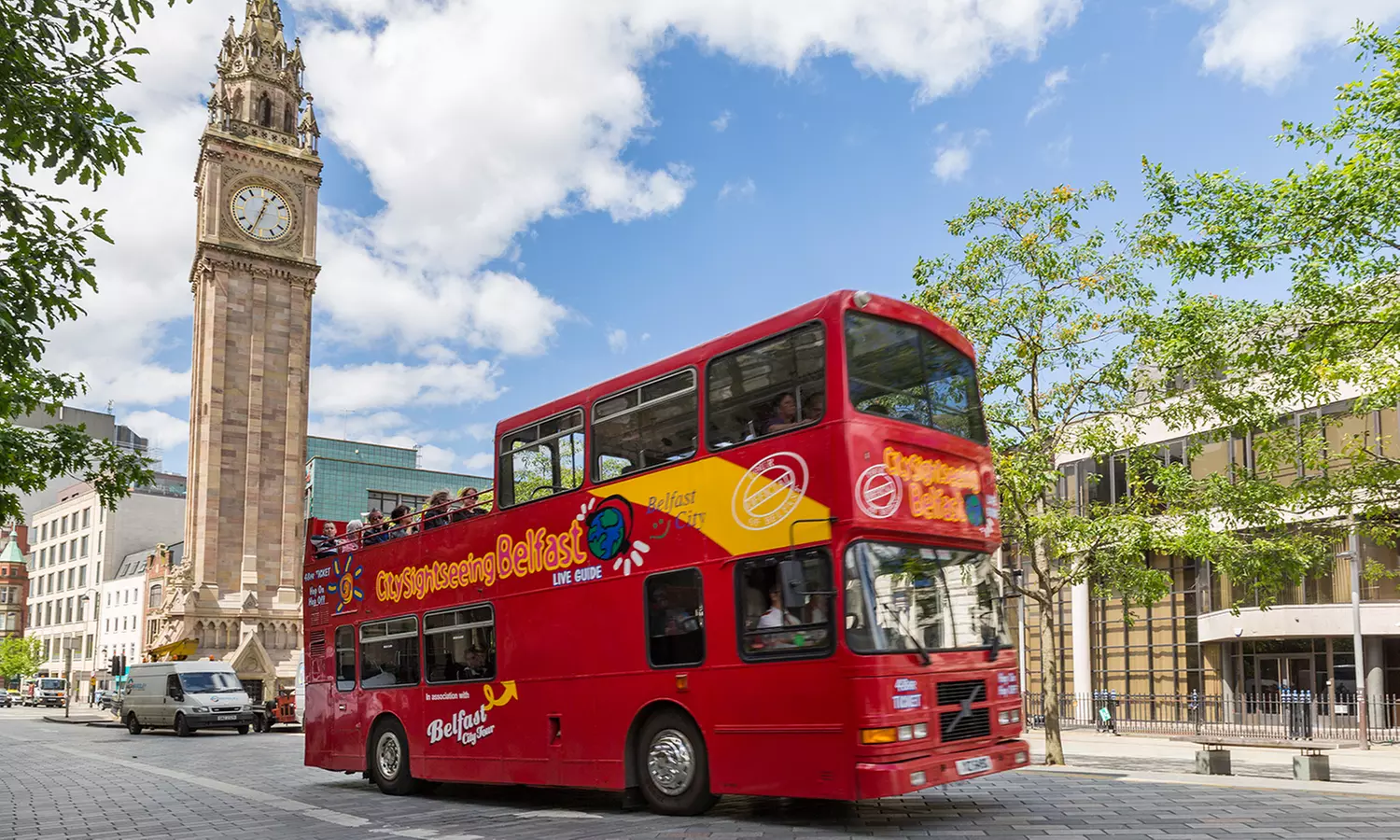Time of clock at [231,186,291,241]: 12:33
